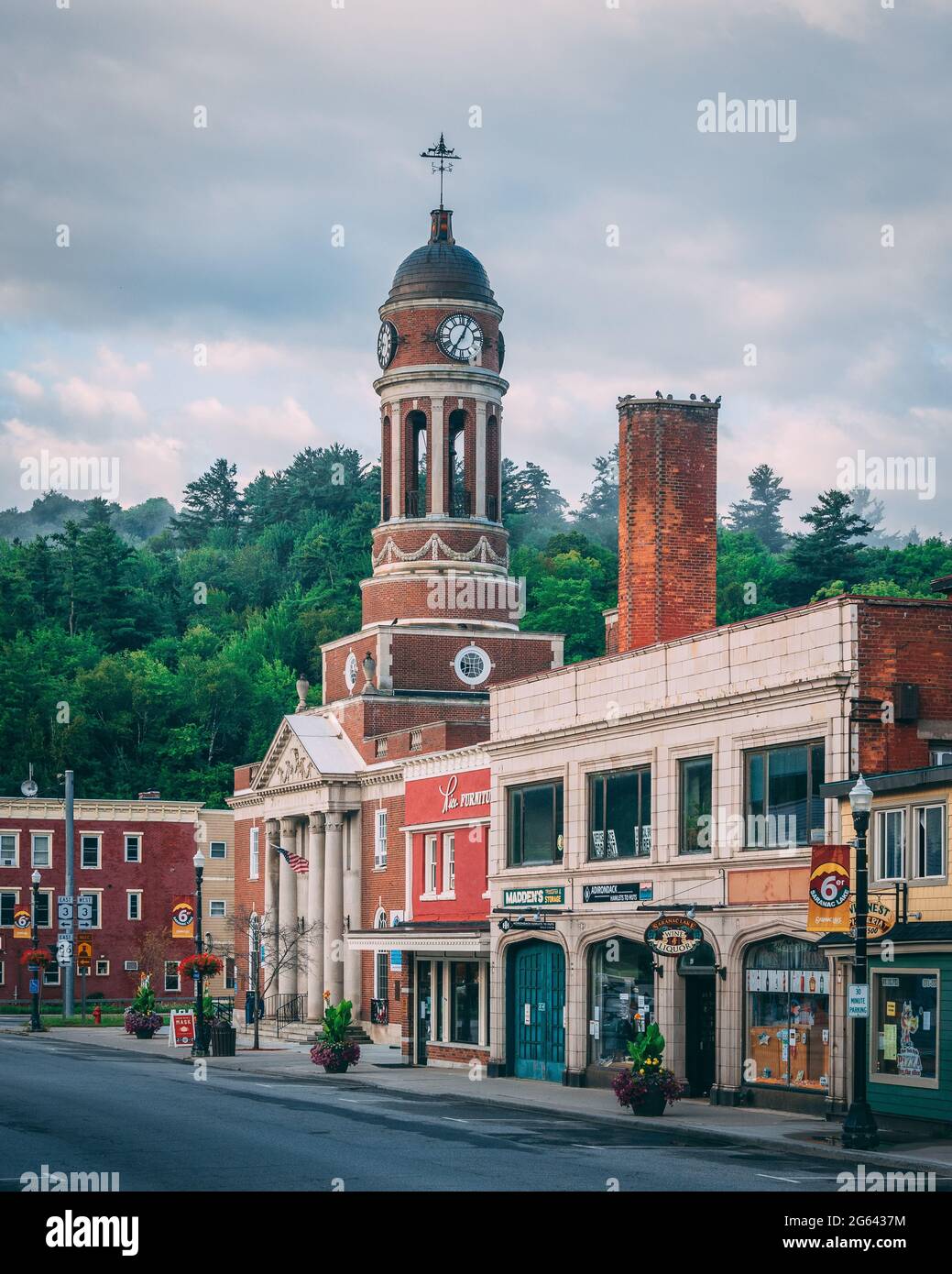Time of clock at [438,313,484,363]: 7:04
